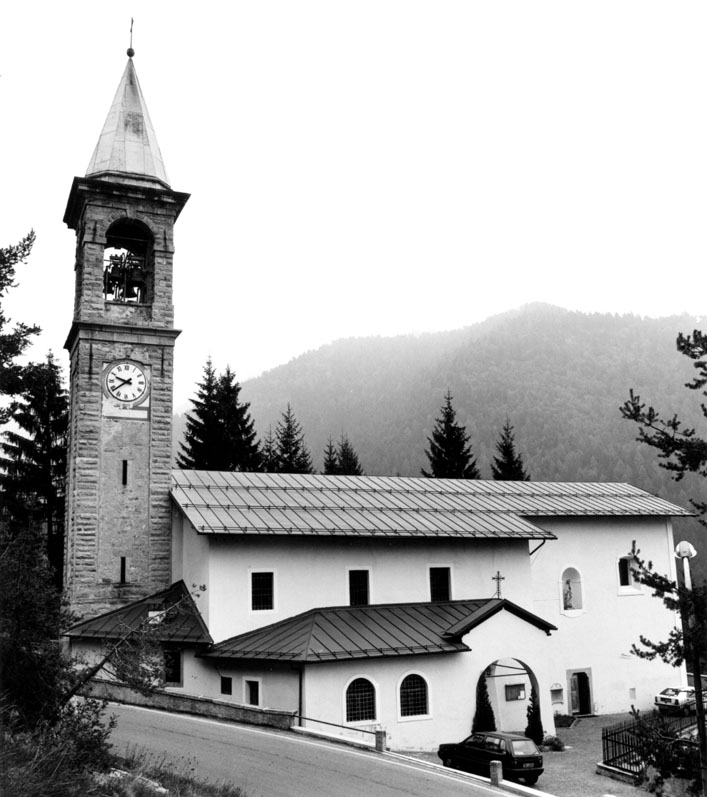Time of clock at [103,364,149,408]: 9:38
